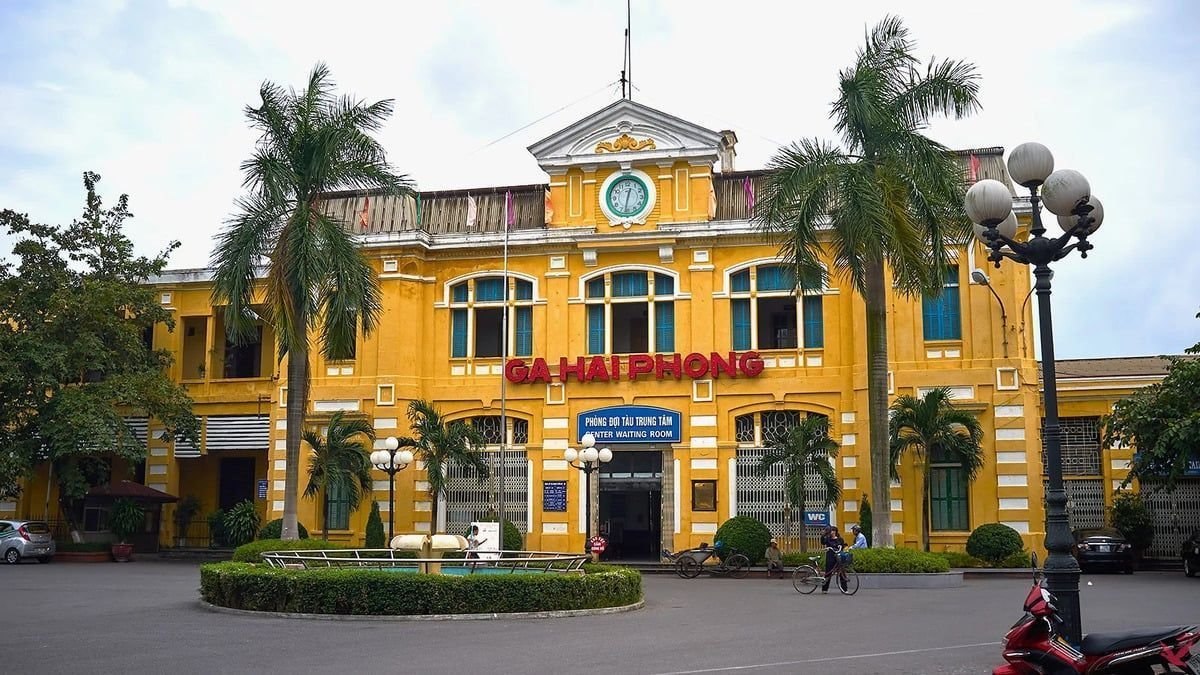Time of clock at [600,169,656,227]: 12:32
